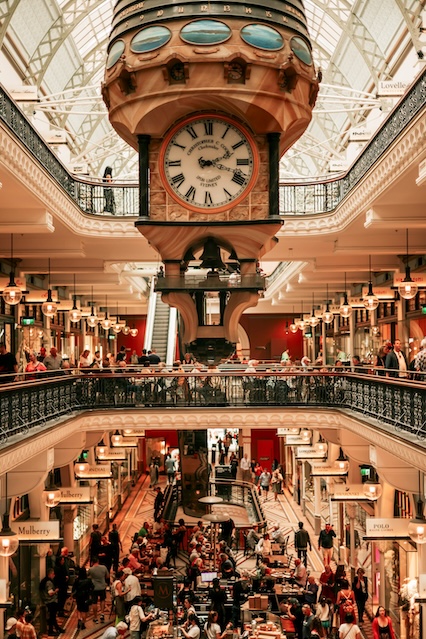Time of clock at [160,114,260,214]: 2:18
